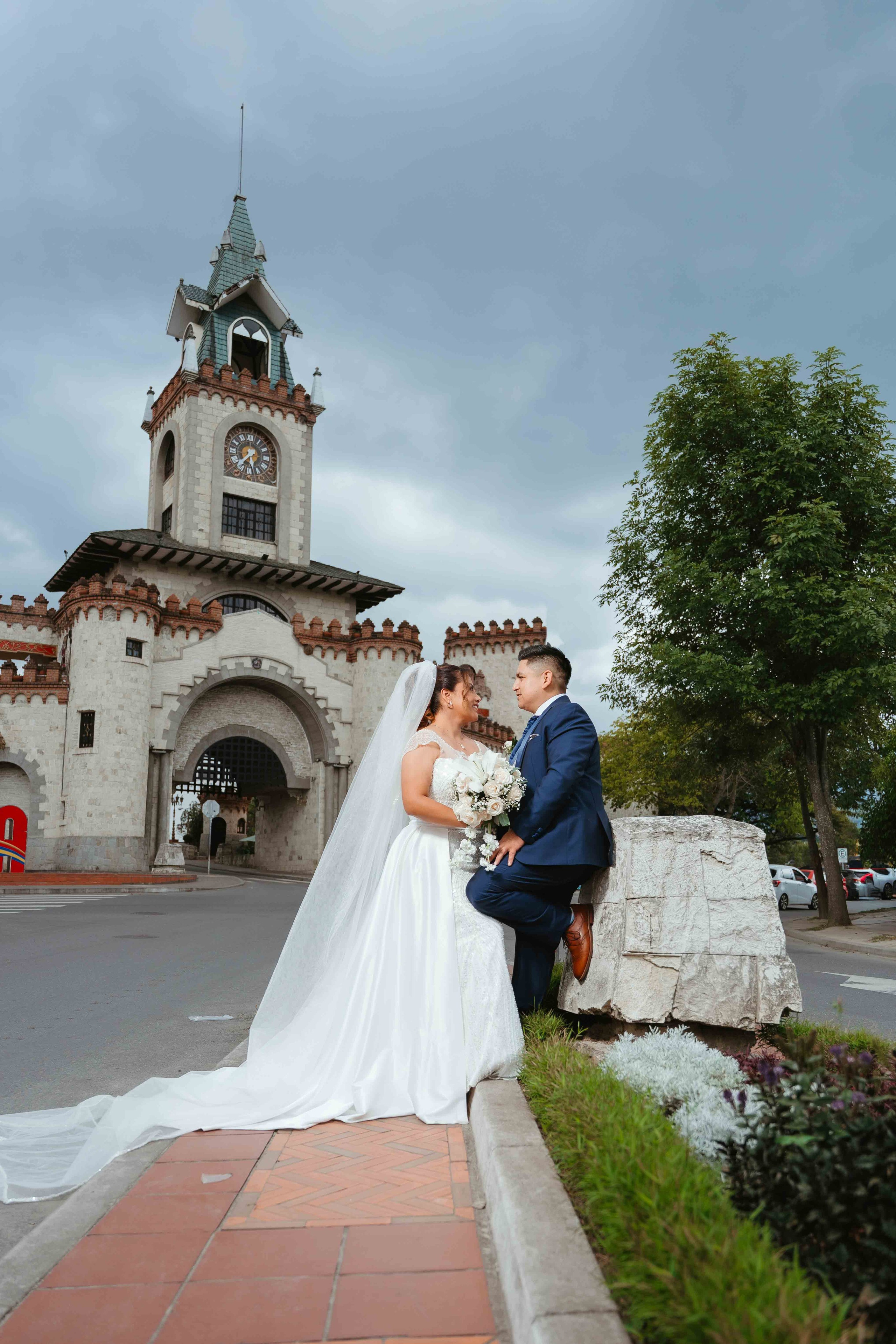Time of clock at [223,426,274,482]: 7:28
